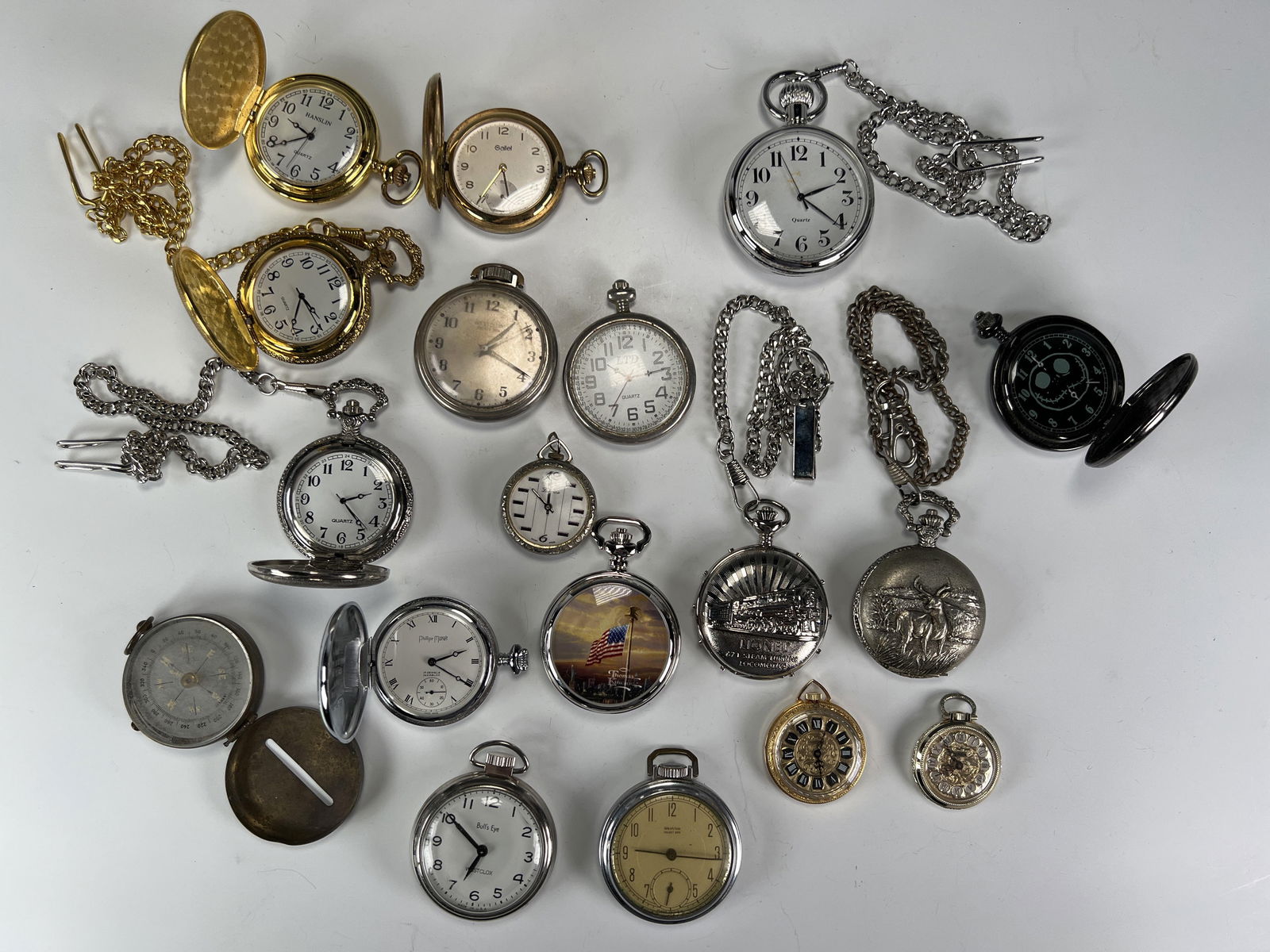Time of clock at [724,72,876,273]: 2:20
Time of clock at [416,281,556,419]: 1:19
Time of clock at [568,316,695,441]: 2:35
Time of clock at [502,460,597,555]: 11:51
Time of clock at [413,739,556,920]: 6:50
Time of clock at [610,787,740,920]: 9:16
